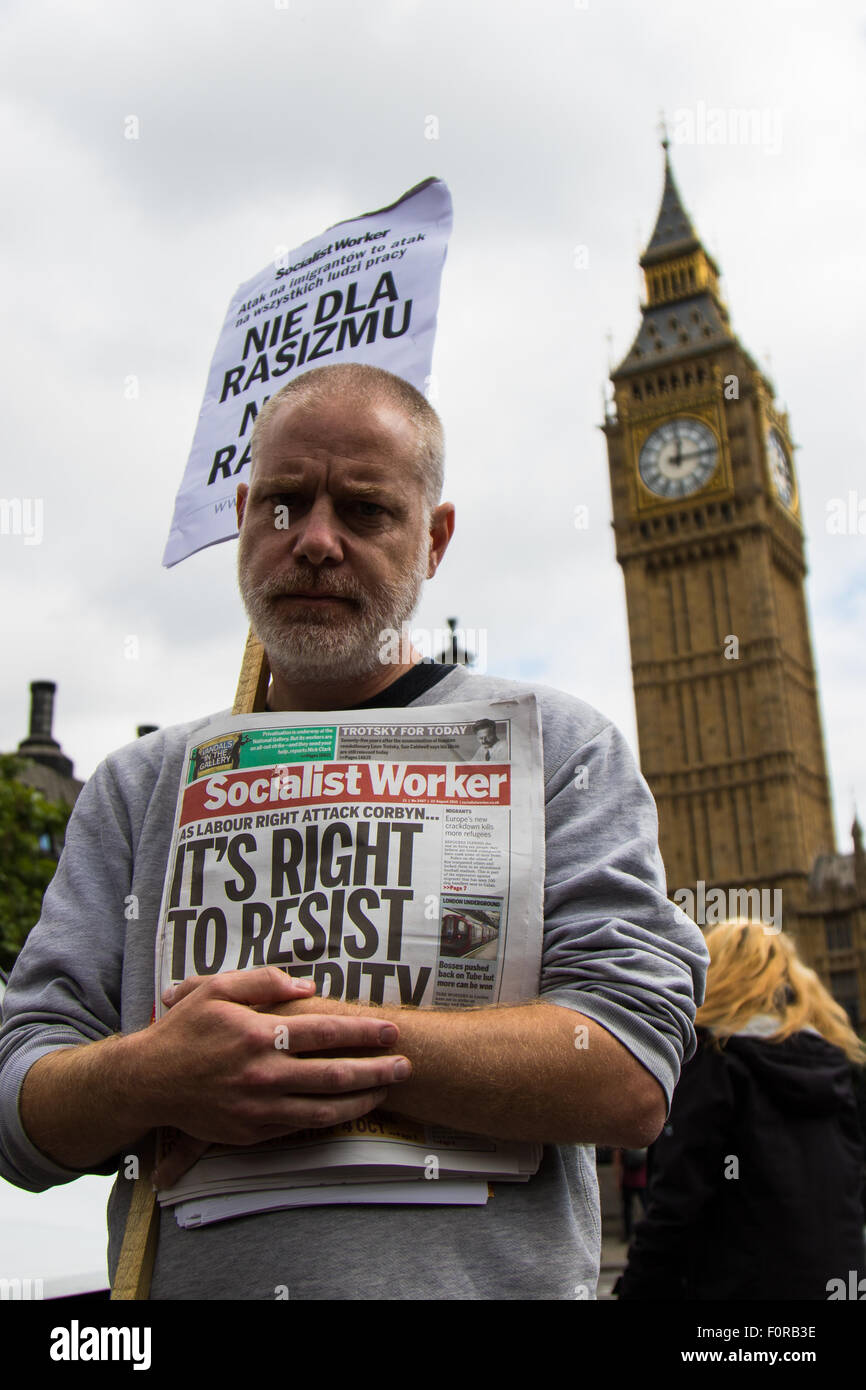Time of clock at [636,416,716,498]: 12:14
